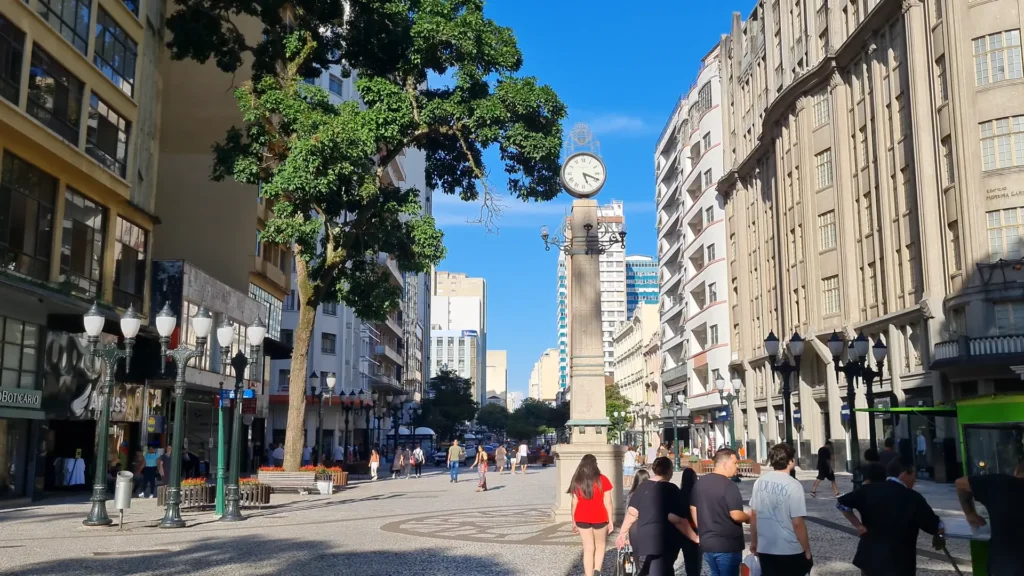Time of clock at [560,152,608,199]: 5:18
